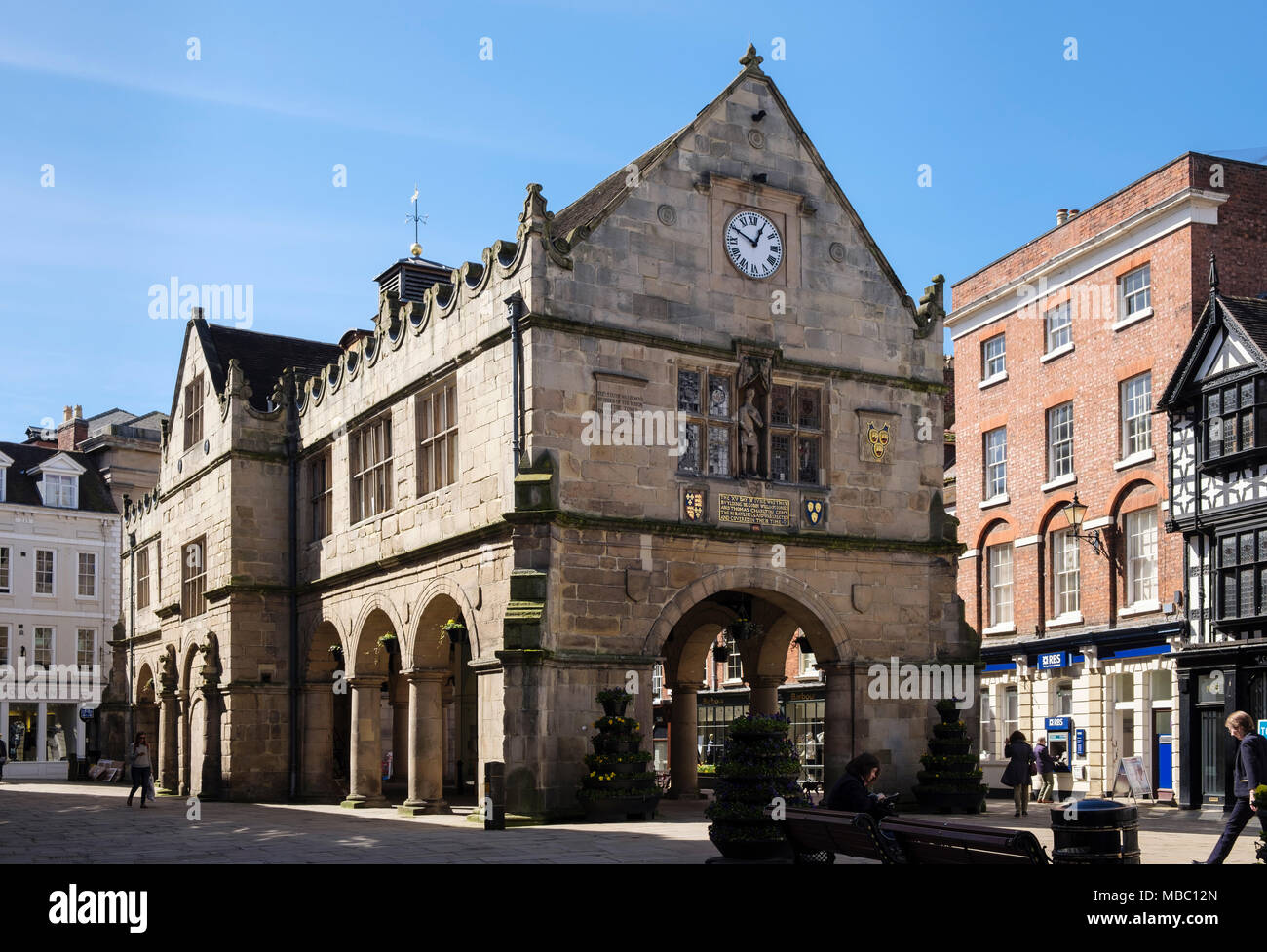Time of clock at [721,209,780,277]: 12:49
